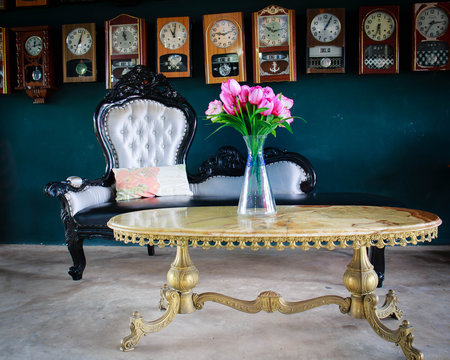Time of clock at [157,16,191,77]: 11:02
